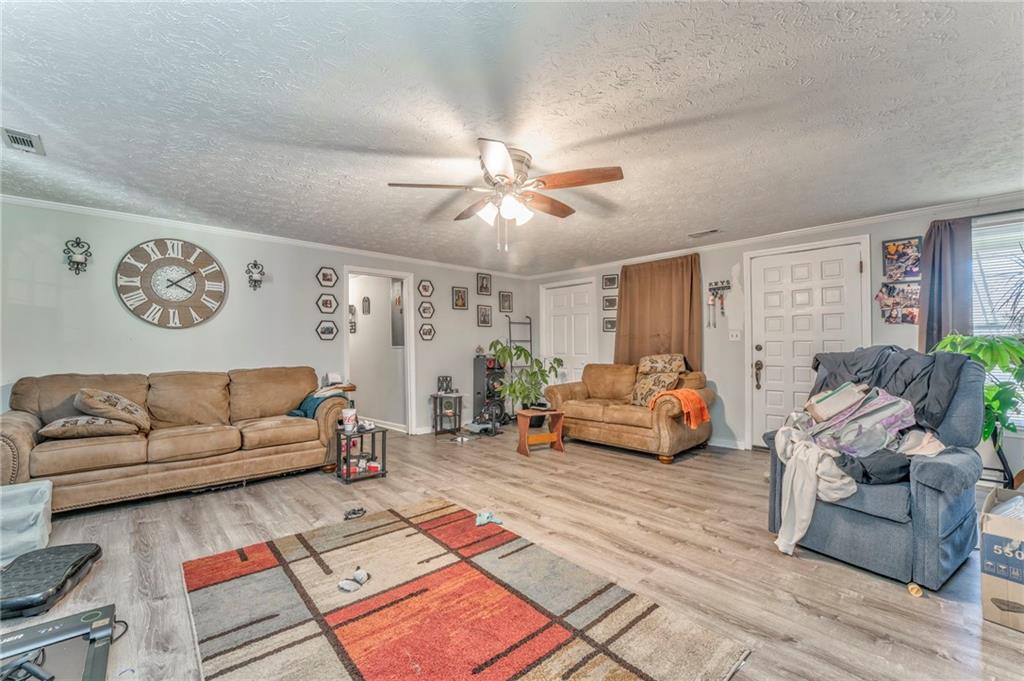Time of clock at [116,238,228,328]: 4:09
